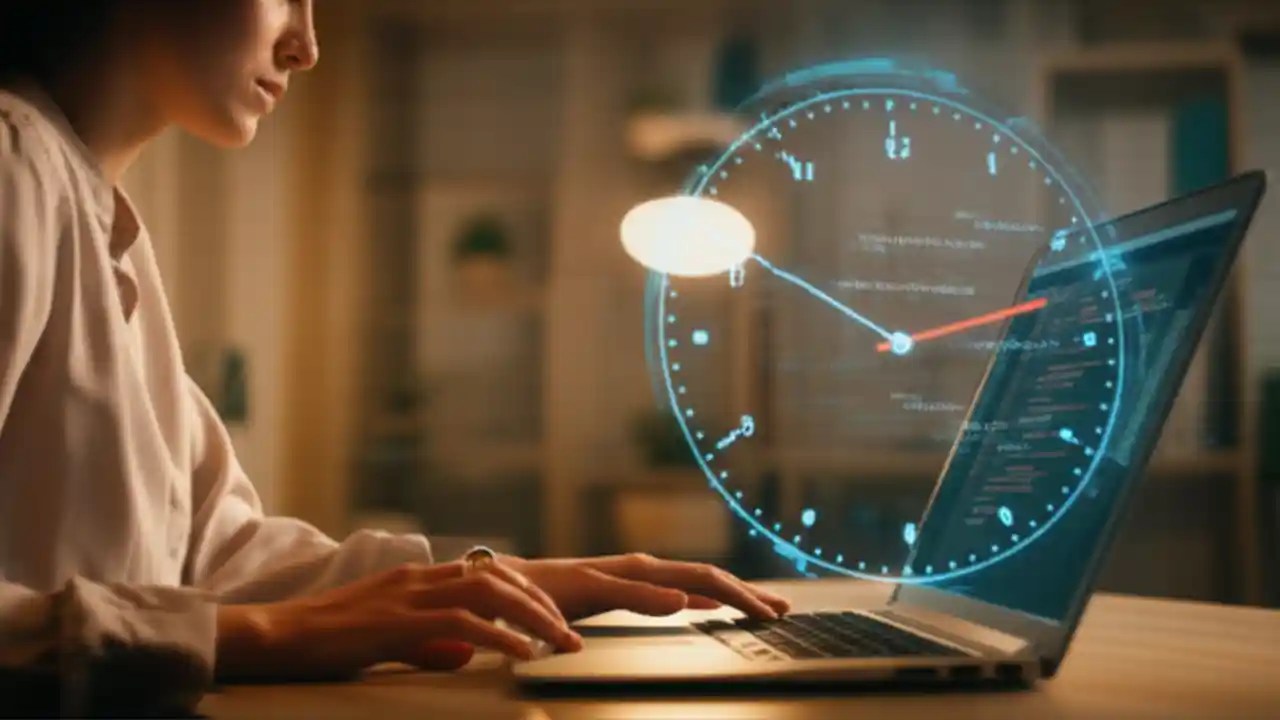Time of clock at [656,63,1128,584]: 2:50
